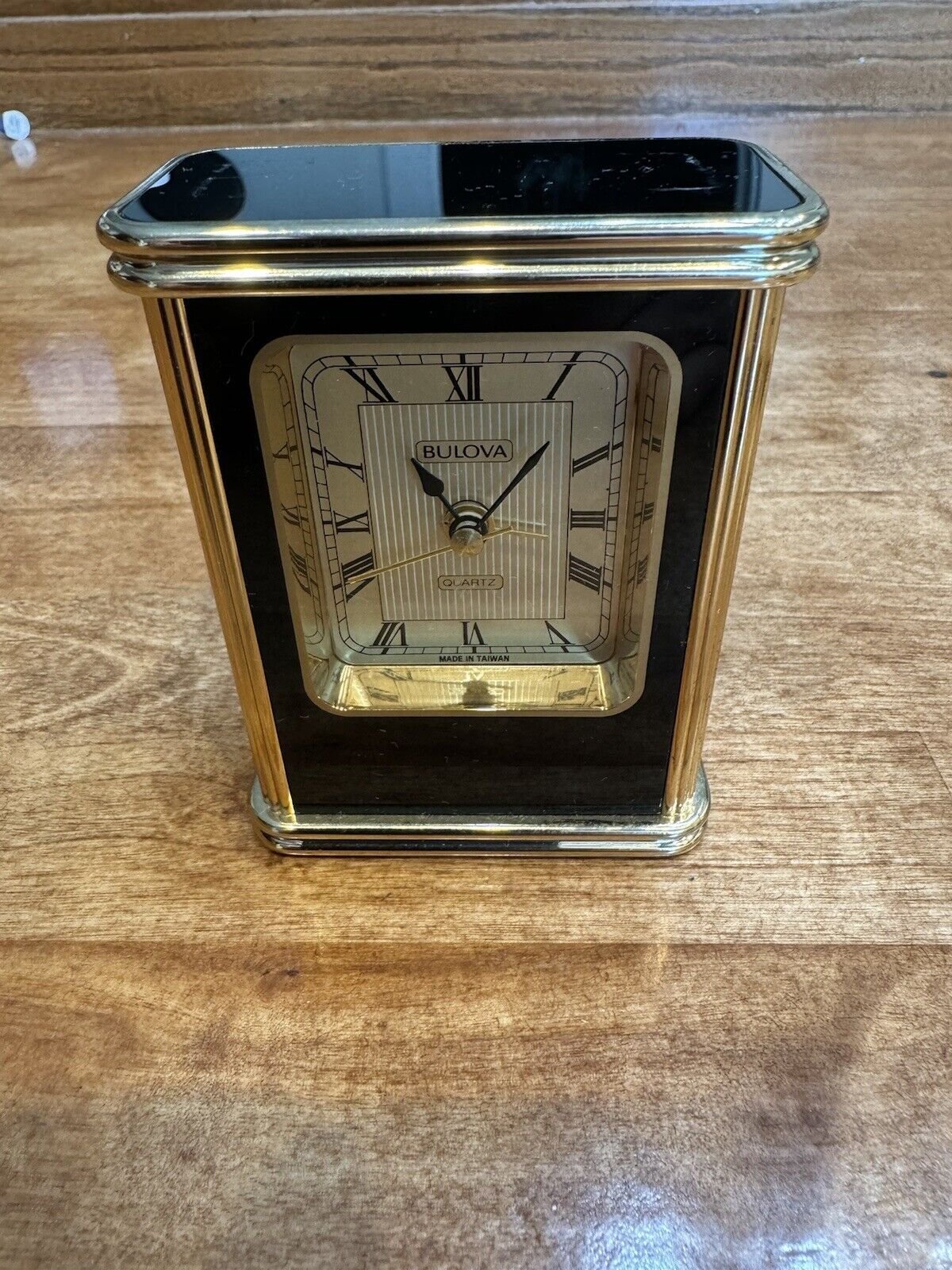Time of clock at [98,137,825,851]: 11:07
